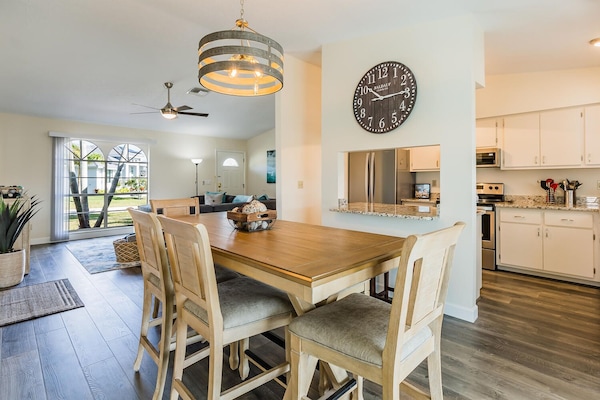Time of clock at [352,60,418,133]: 10:14
